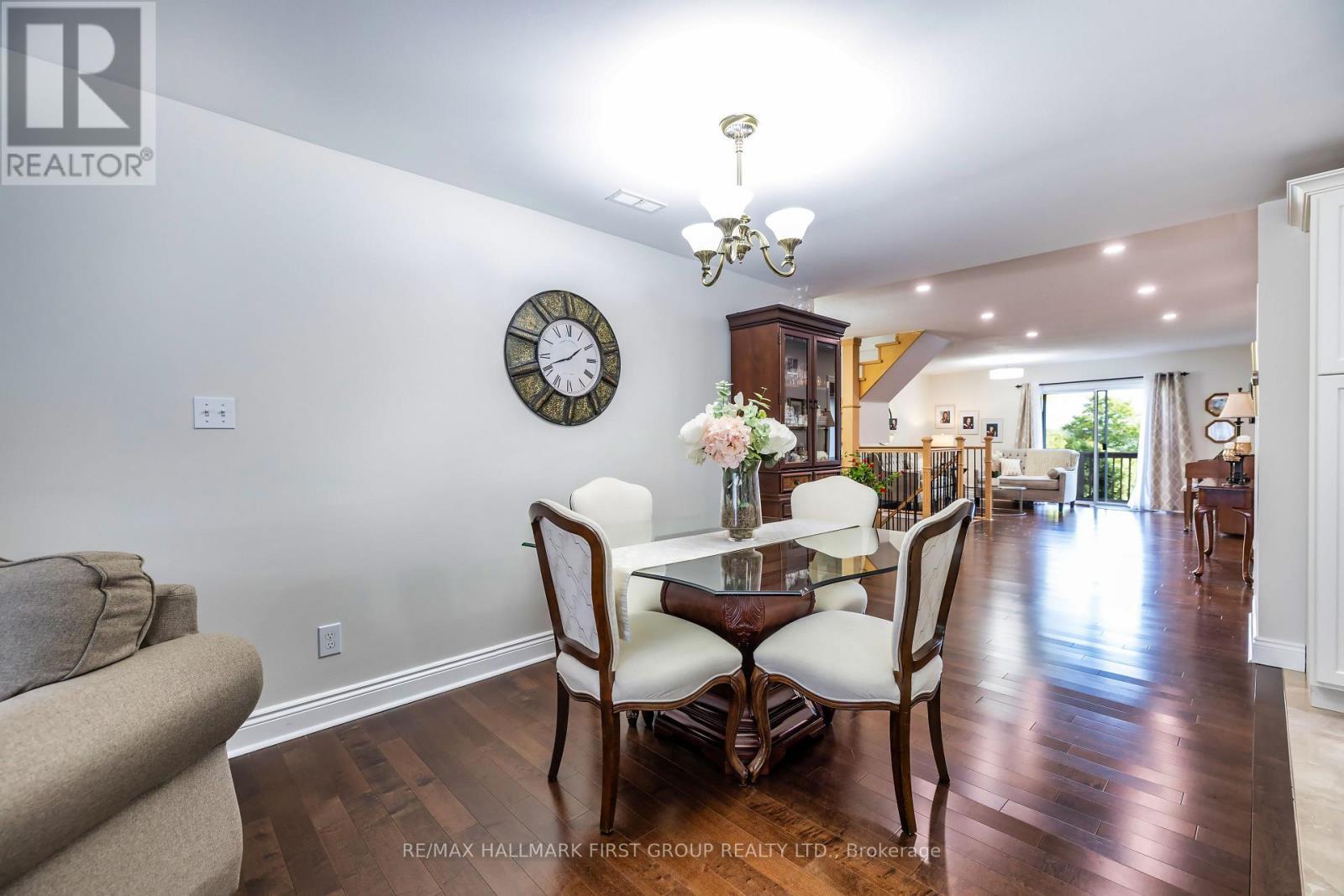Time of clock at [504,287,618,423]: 1:41
